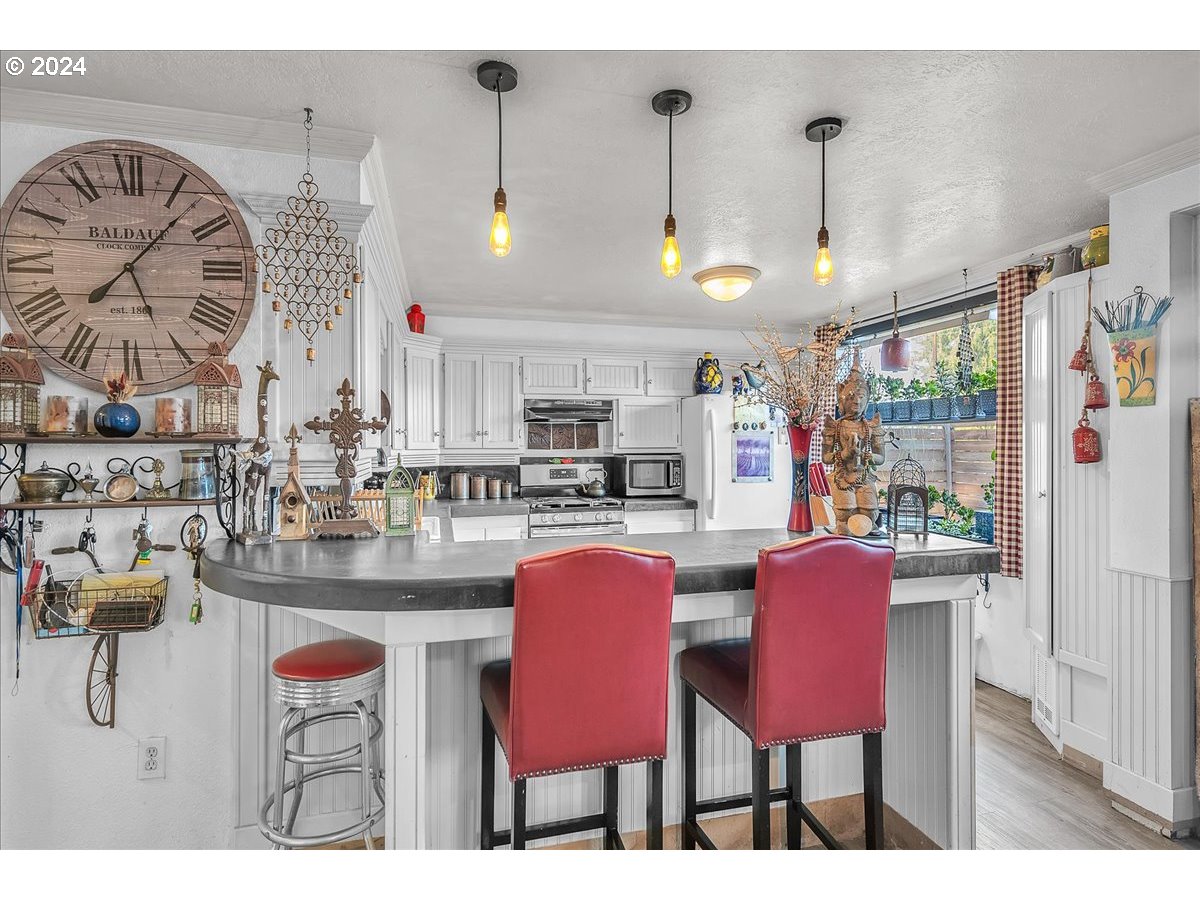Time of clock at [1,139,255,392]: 5:06
